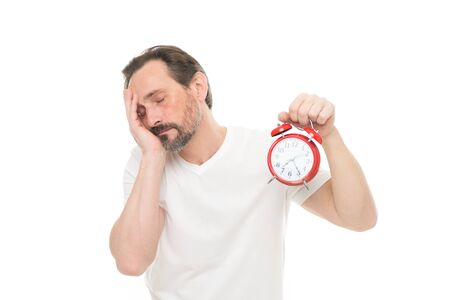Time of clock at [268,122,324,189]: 7:24
